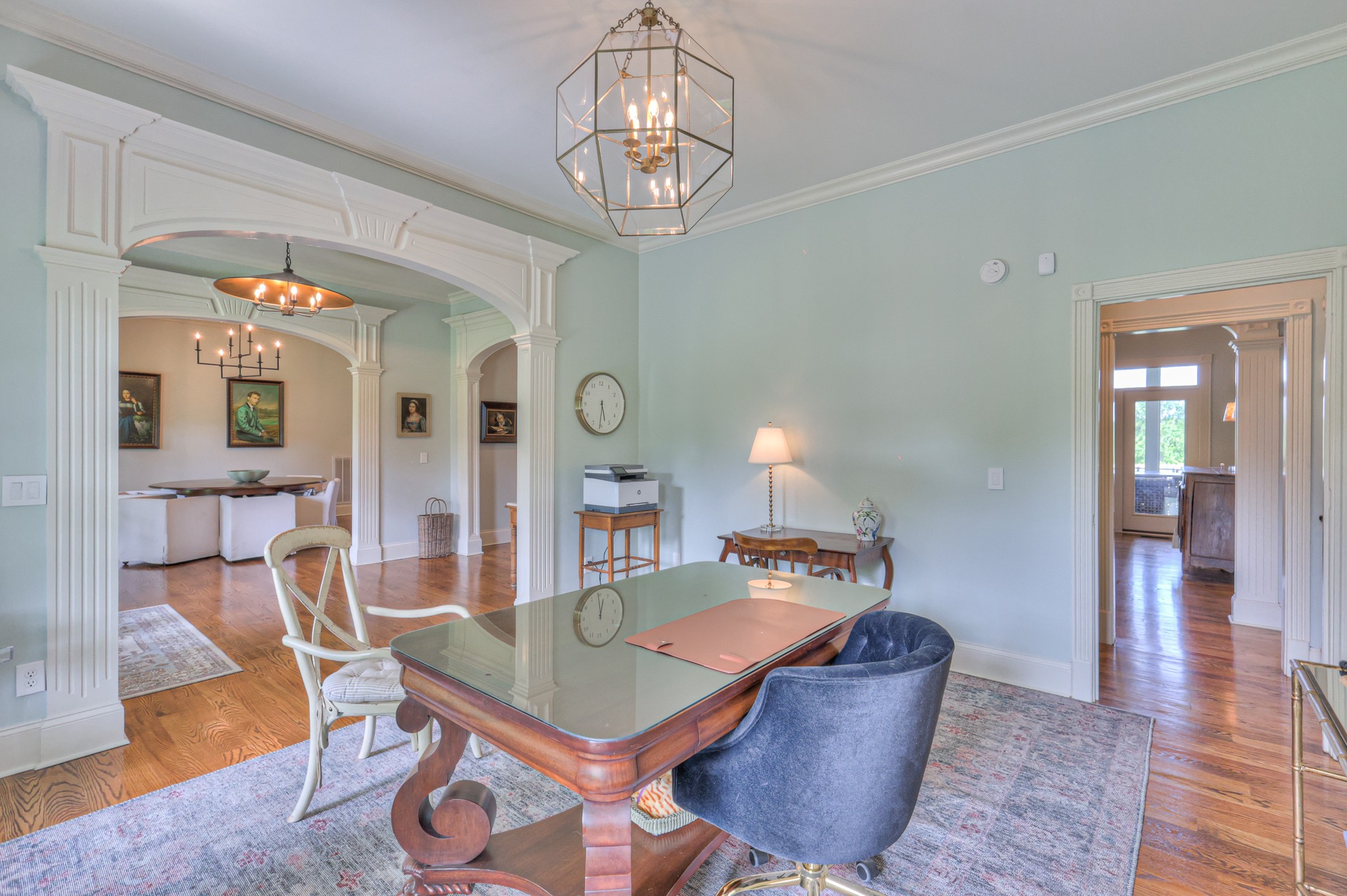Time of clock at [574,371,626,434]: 5:31
